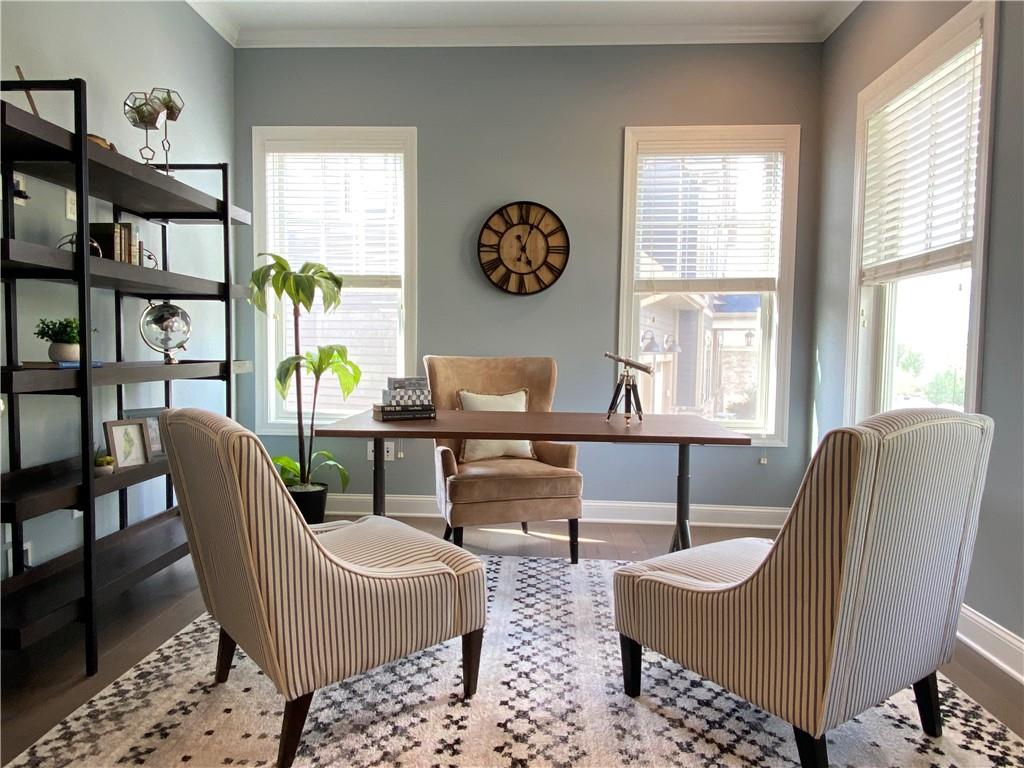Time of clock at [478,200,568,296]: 5:03
